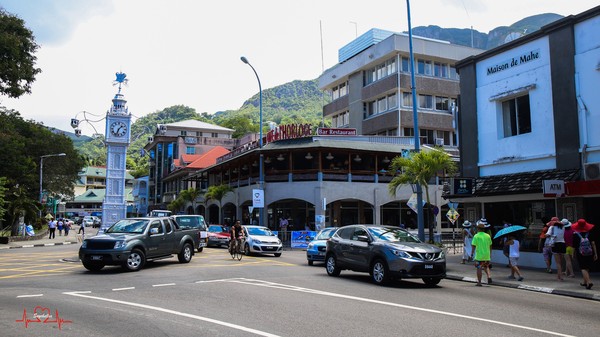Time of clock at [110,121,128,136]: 1:33
